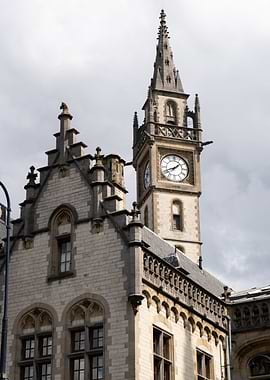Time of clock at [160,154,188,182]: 1:41
